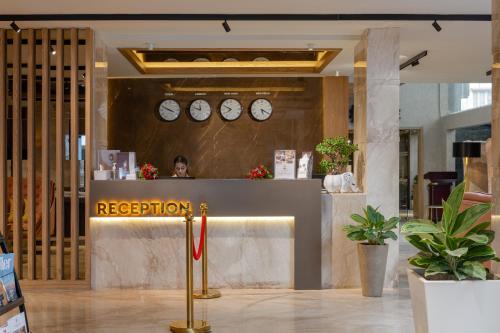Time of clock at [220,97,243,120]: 7:49
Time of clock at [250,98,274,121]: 5:19
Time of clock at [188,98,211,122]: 11:47
